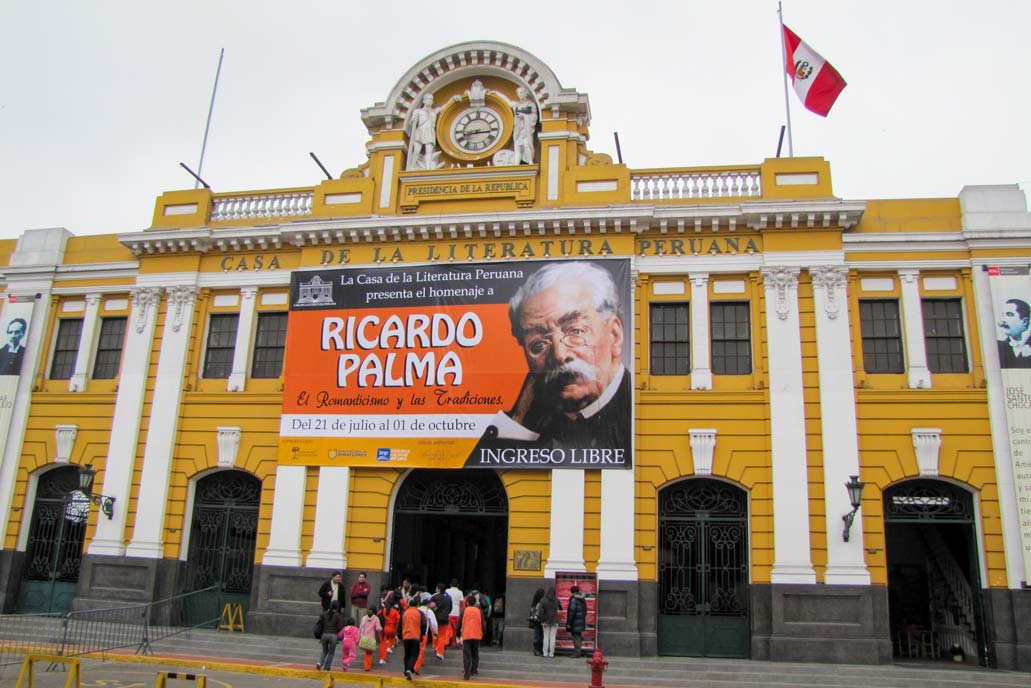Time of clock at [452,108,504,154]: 8:15
